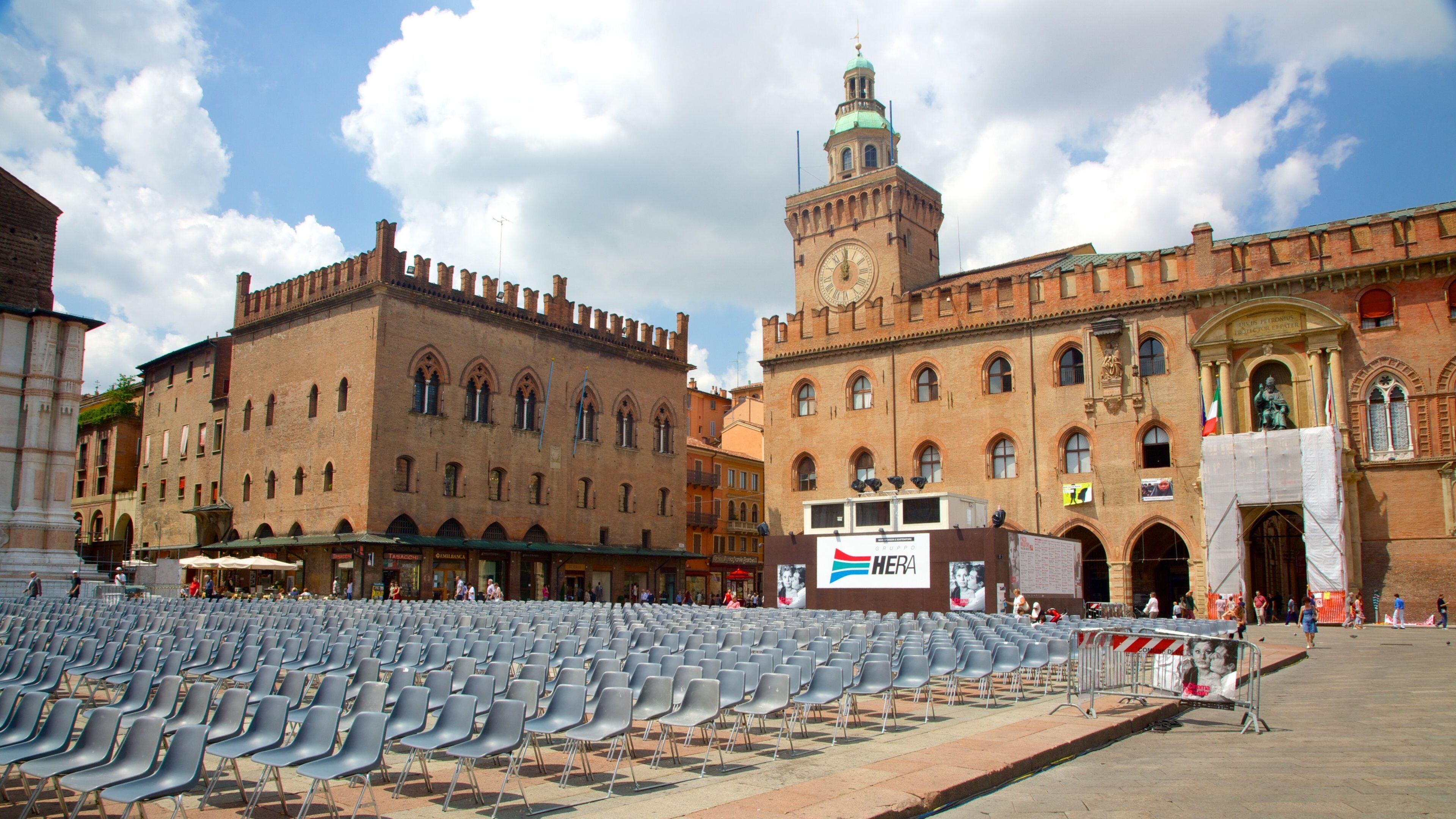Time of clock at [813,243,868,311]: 12:00
